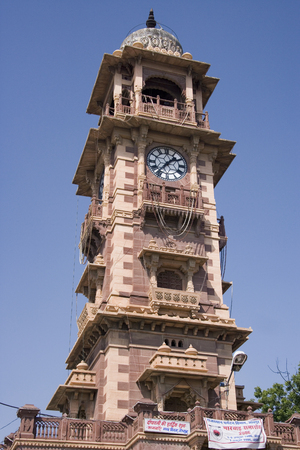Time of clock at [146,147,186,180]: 1:36
